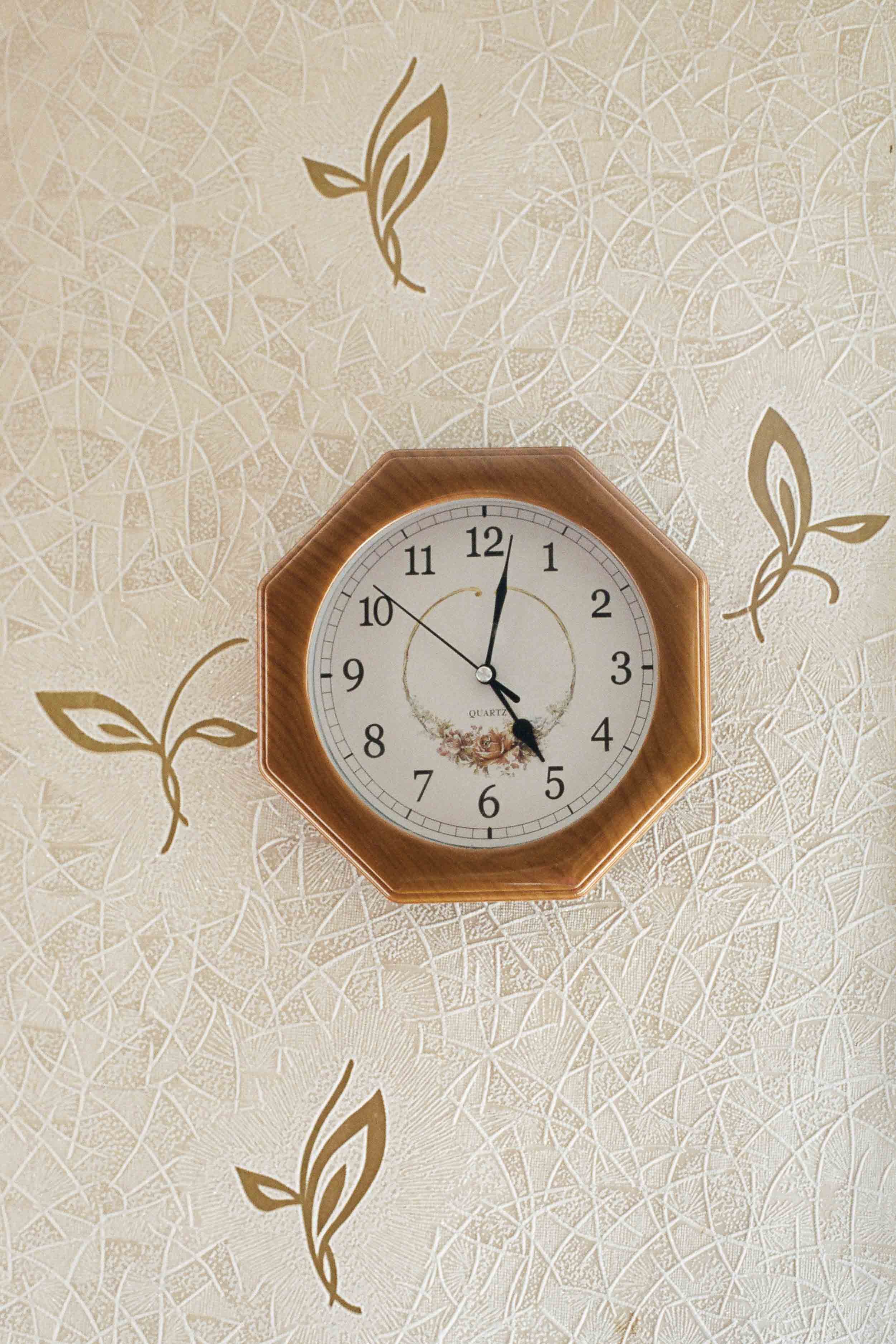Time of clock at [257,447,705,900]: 5:01
